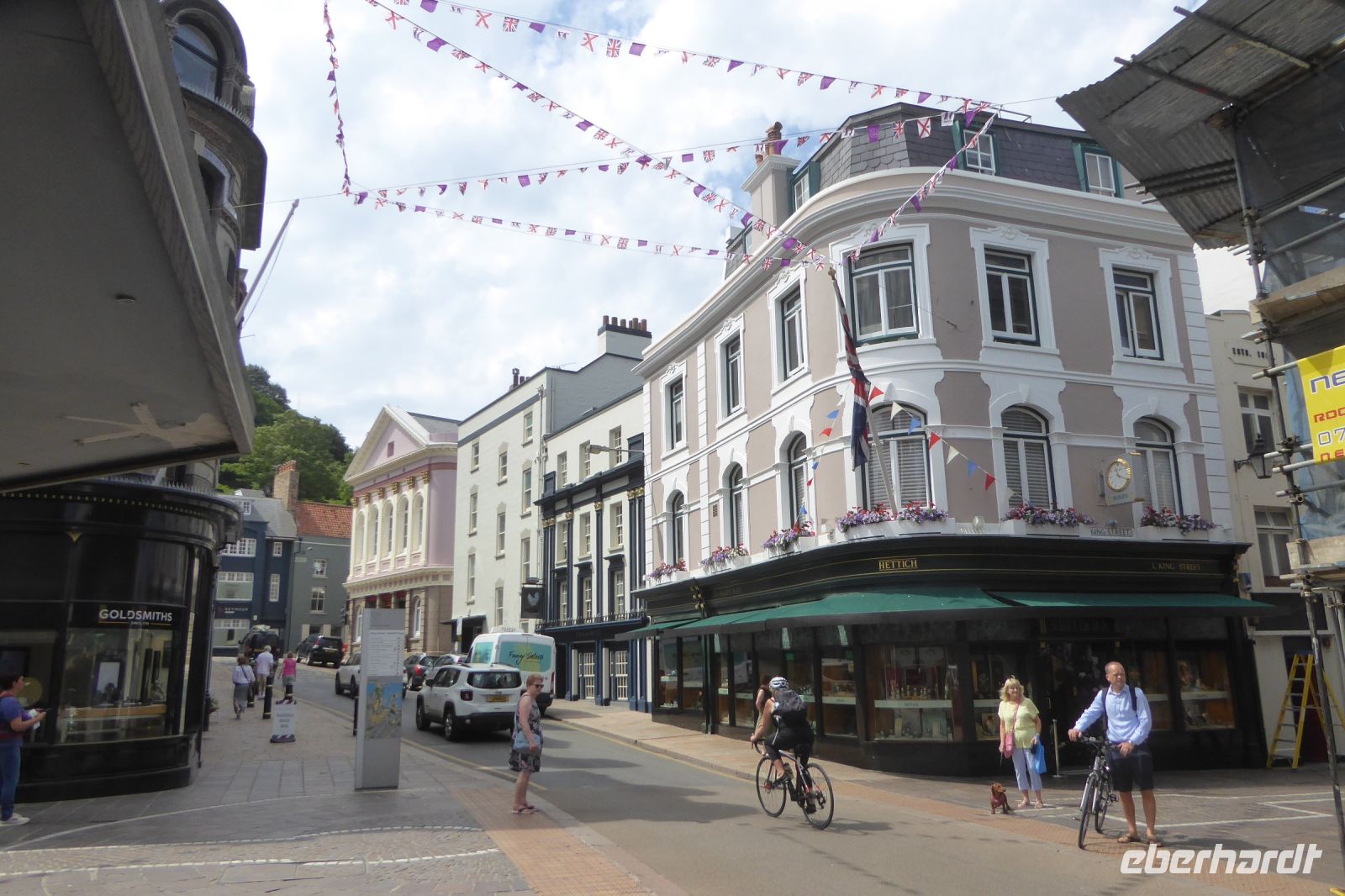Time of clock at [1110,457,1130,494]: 11:18
